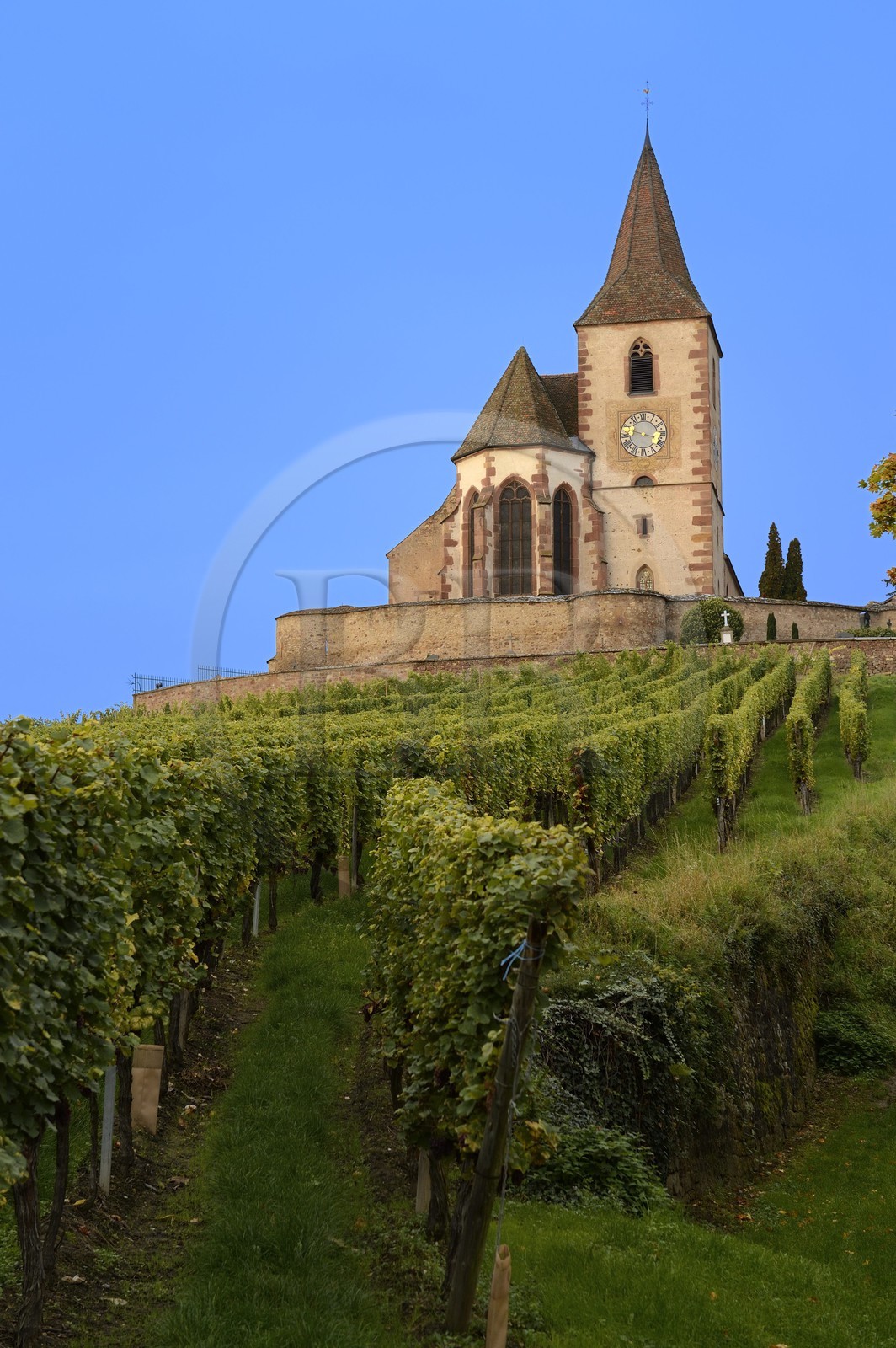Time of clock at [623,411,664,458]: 3:47
